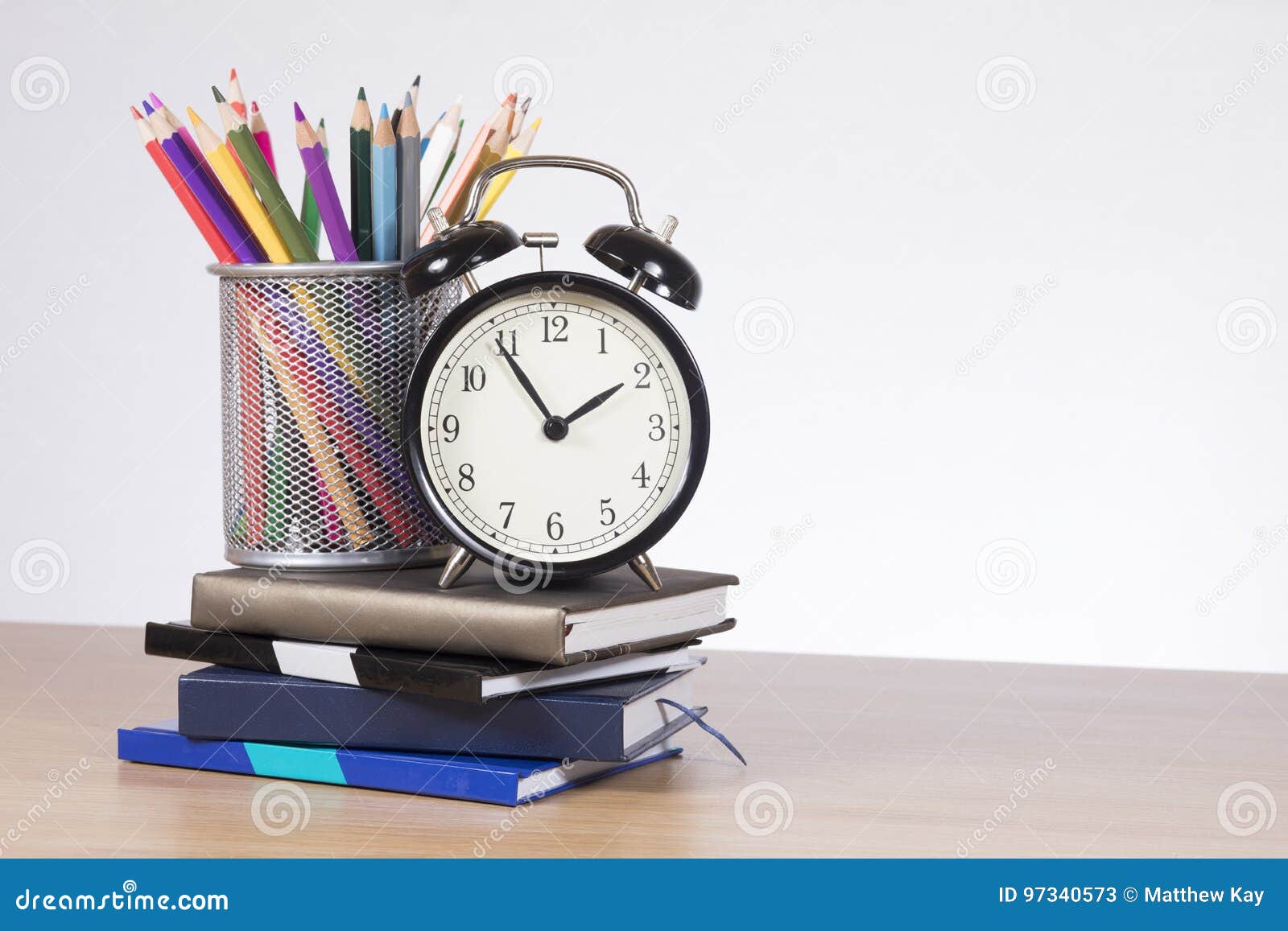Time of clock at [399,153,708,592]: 1:54
